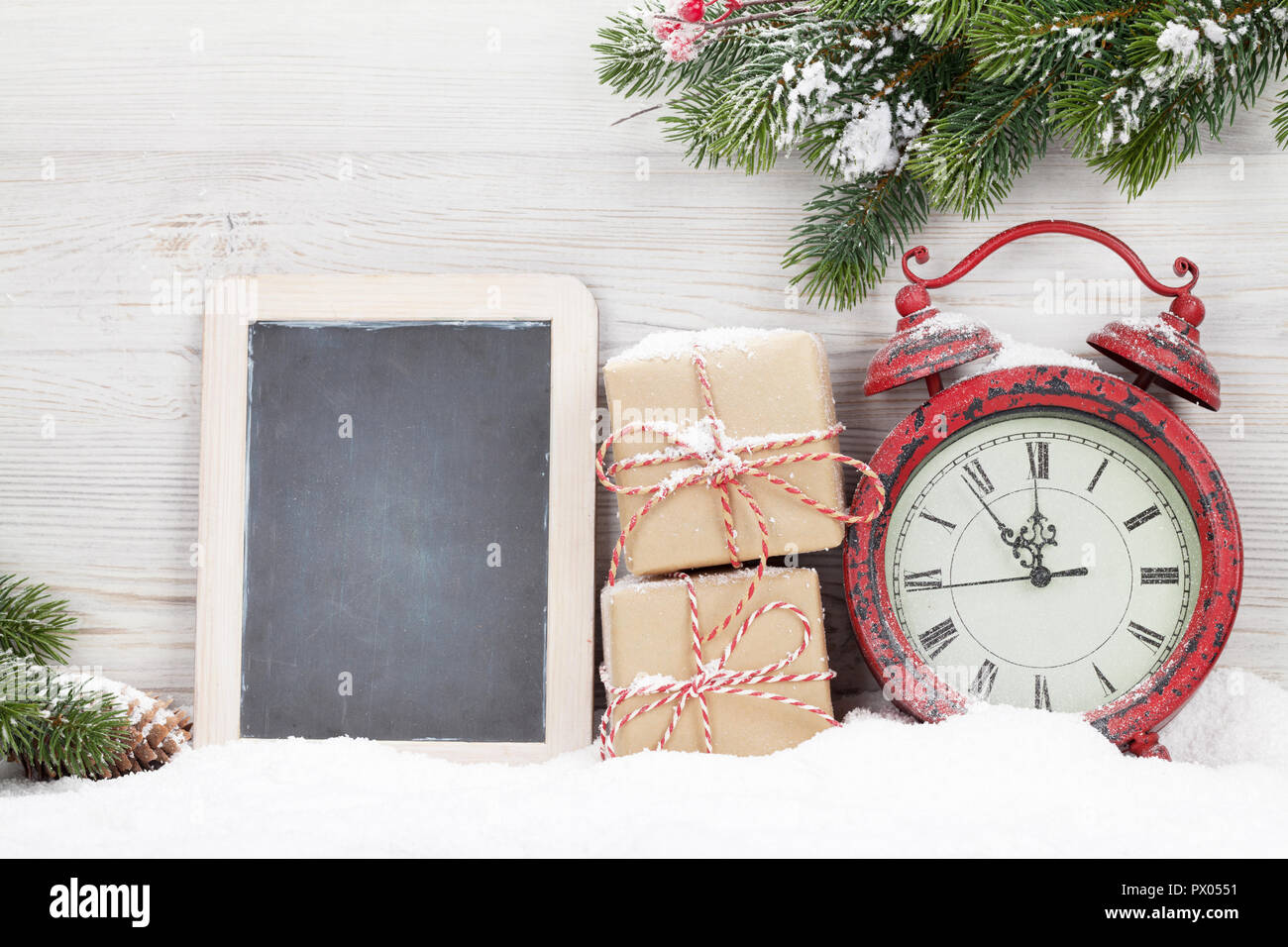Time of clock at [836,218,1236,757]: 11:53
